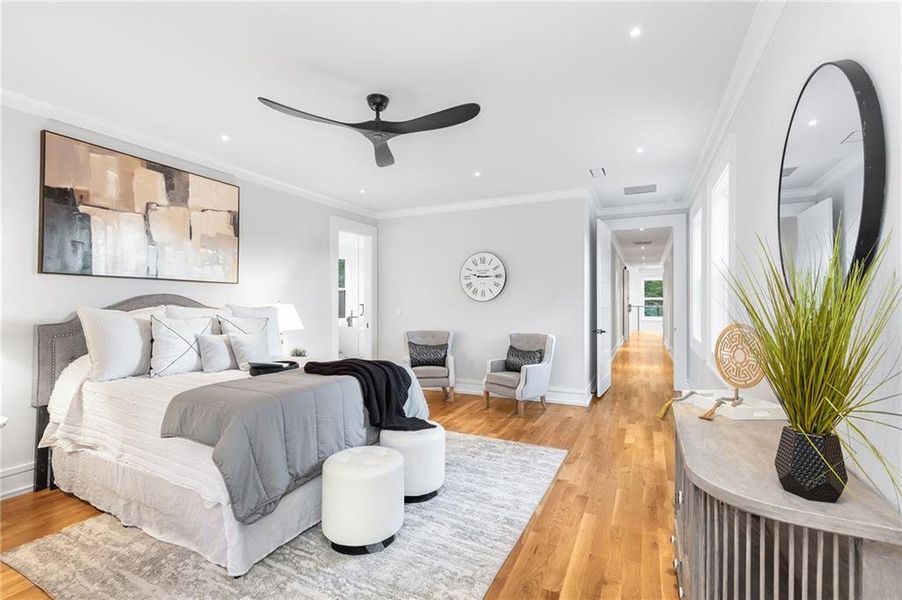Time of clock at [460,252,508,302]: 9:14
